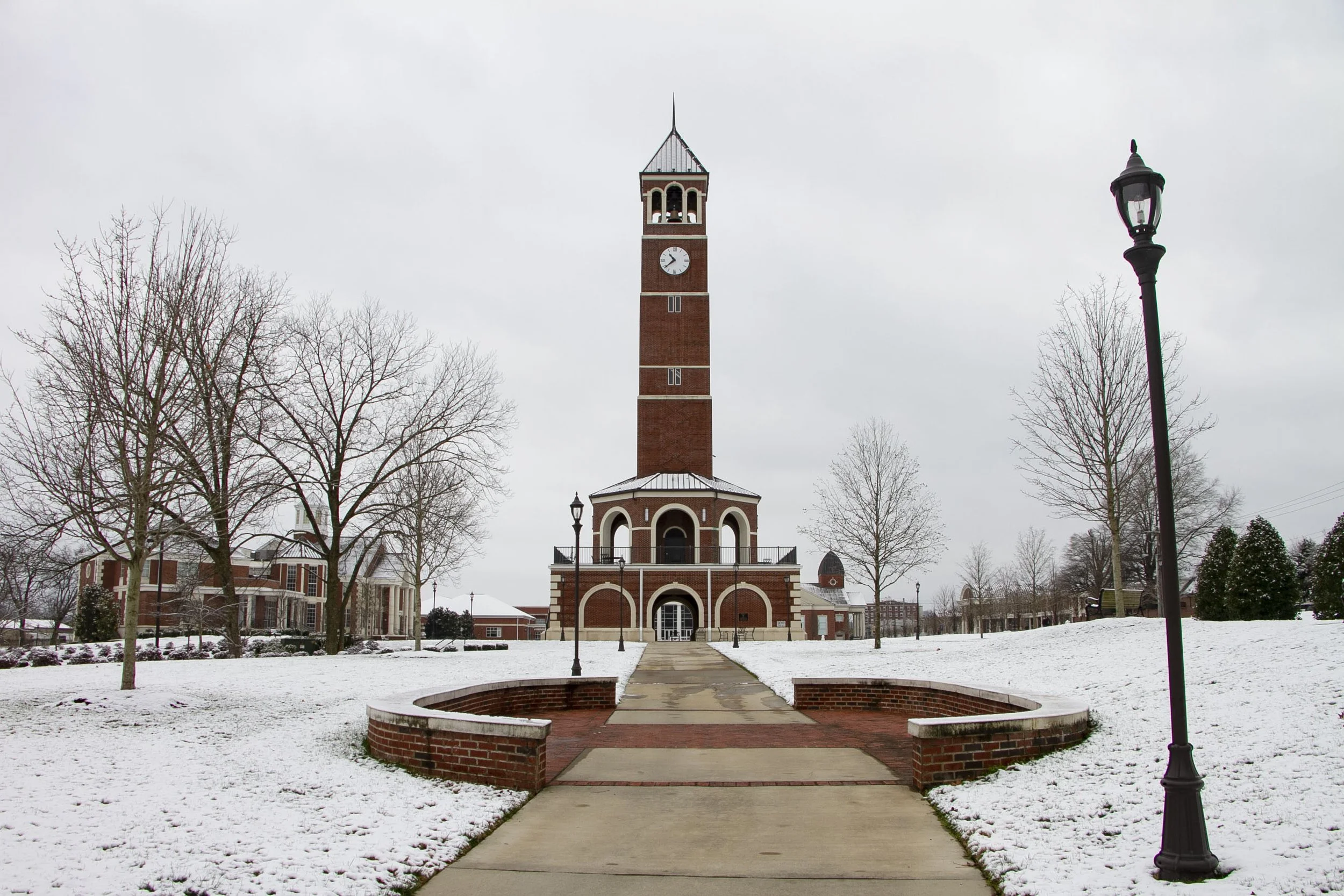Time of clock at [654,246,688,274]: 10:38
